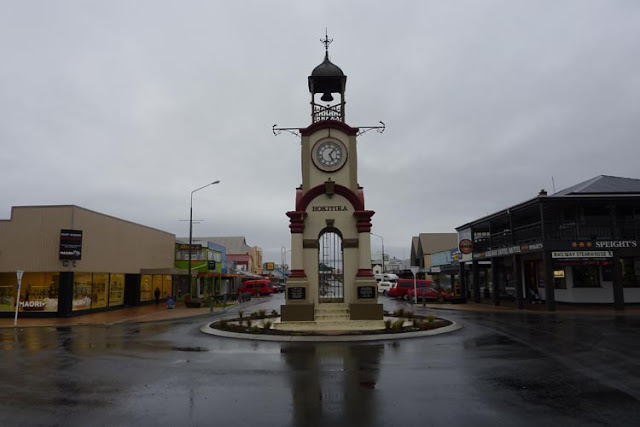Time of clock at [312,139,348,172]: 5:06
